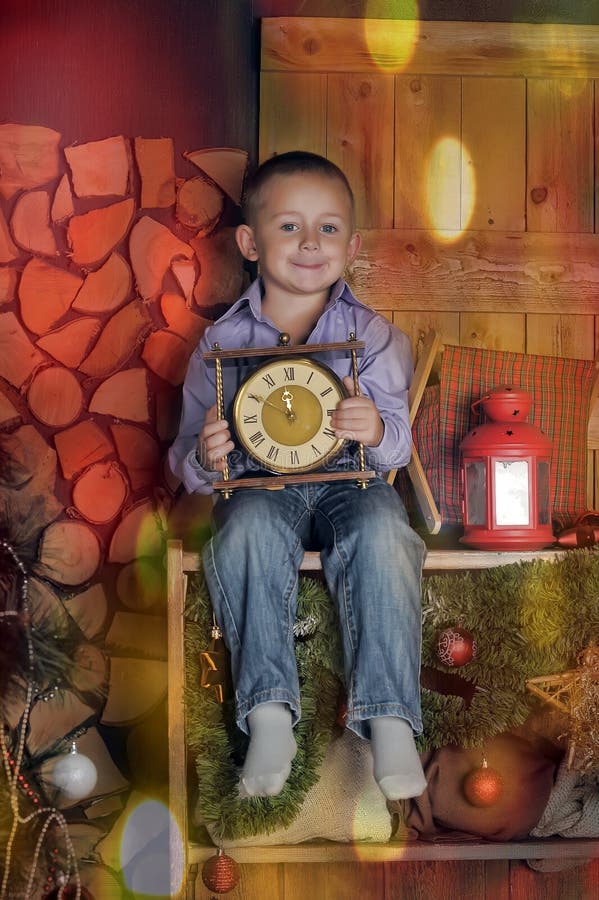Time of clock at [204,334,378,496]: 11:49
